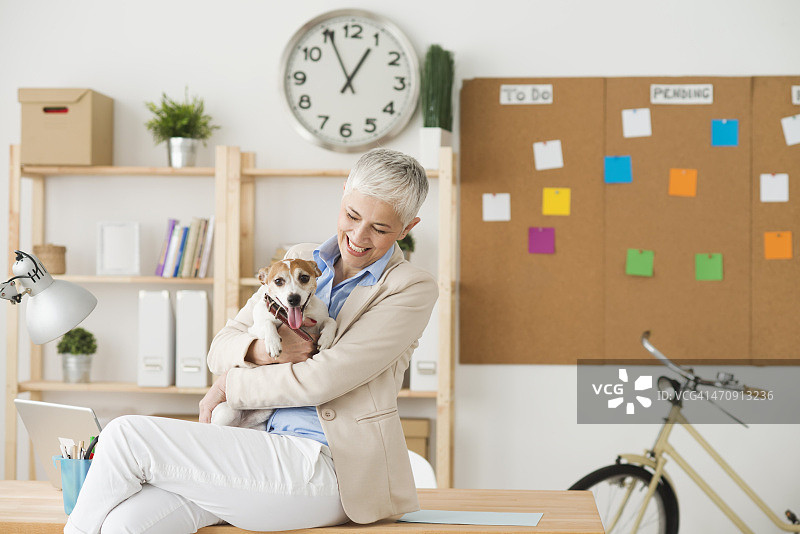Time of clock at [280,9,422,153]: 12:55
